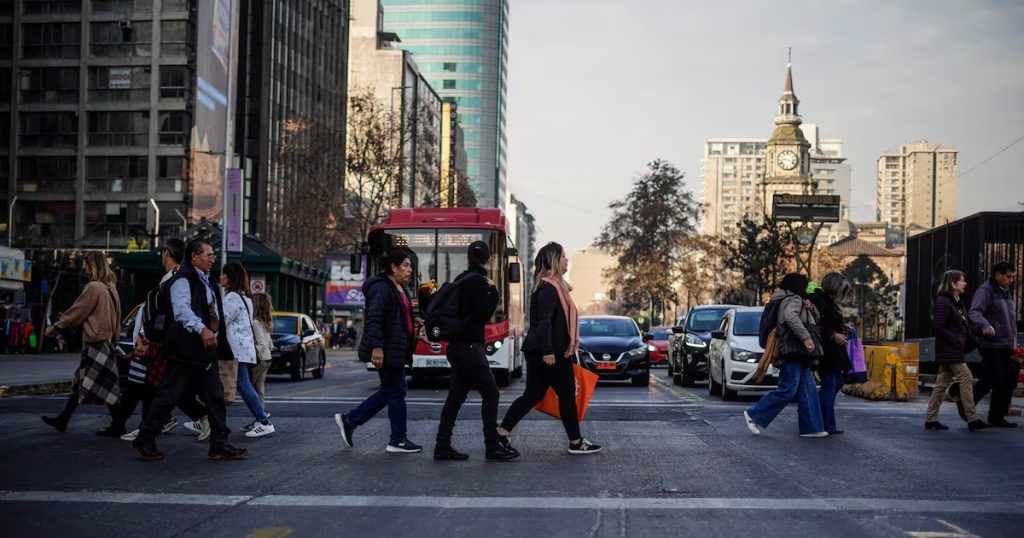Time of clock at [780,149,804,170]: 9:17
